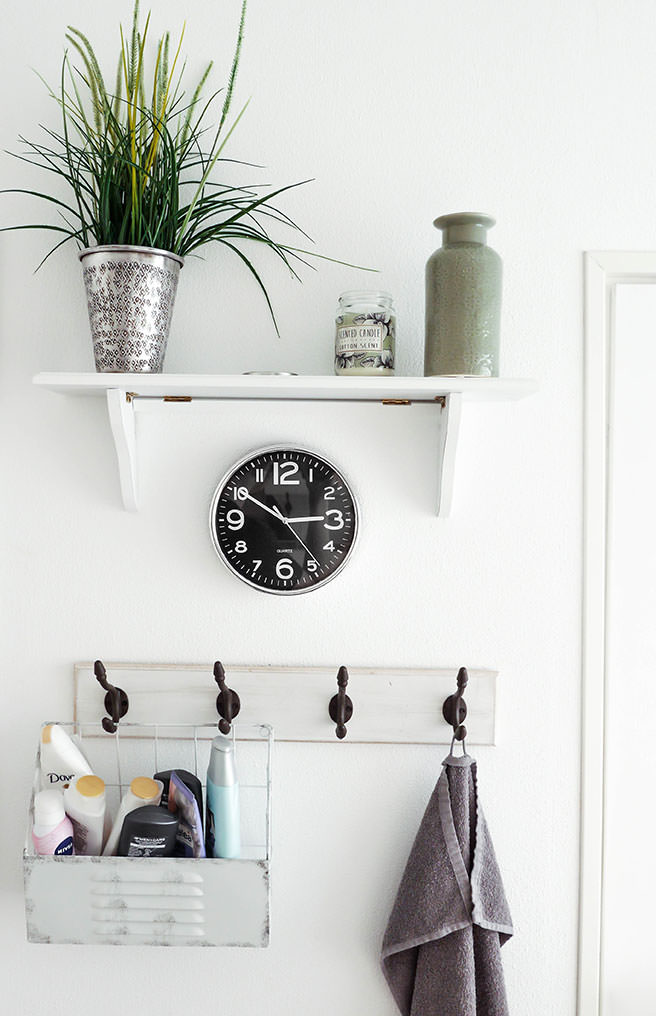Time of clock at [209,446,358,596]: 2:50
